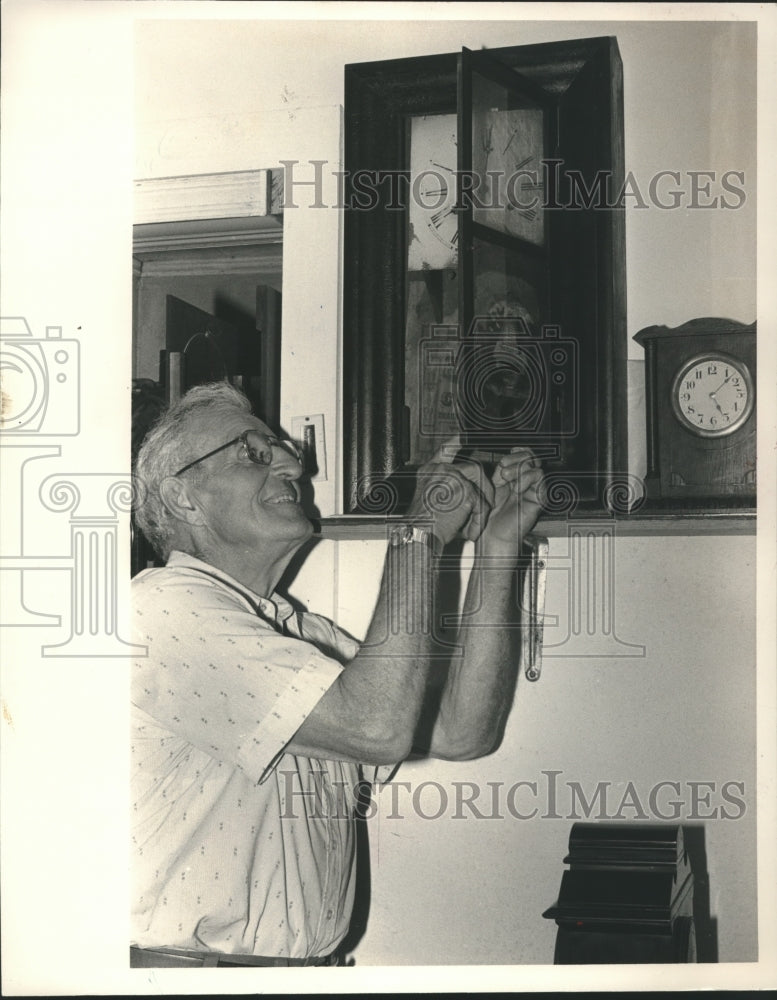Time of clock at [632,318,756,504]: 5:08
